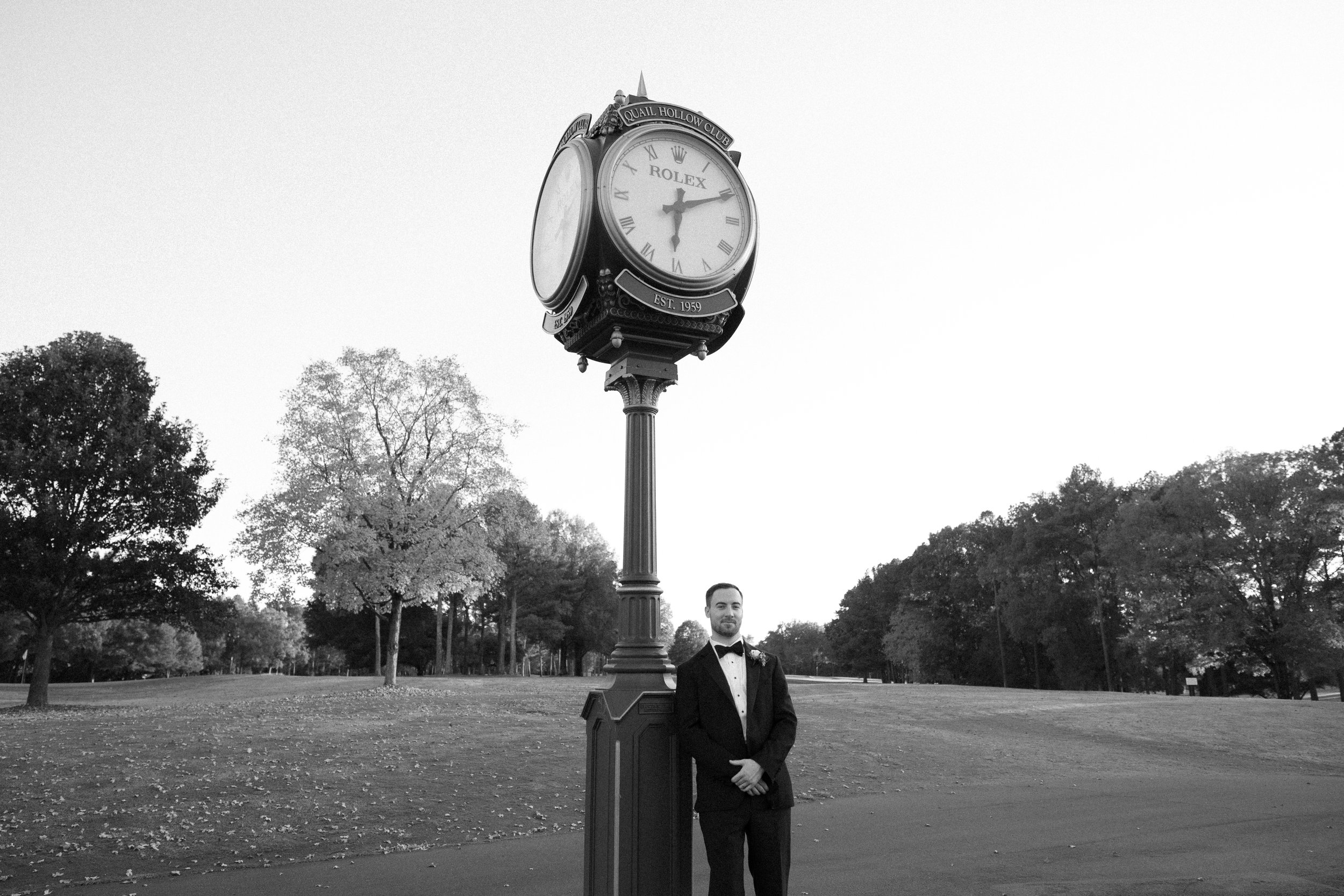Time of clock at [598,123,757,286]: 6:10
